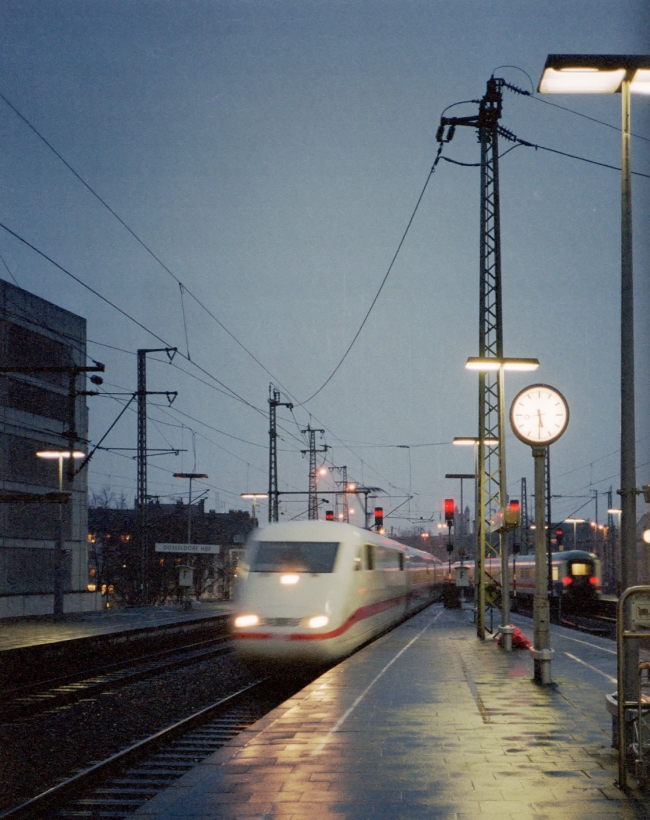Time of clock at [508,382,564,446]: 5:29
